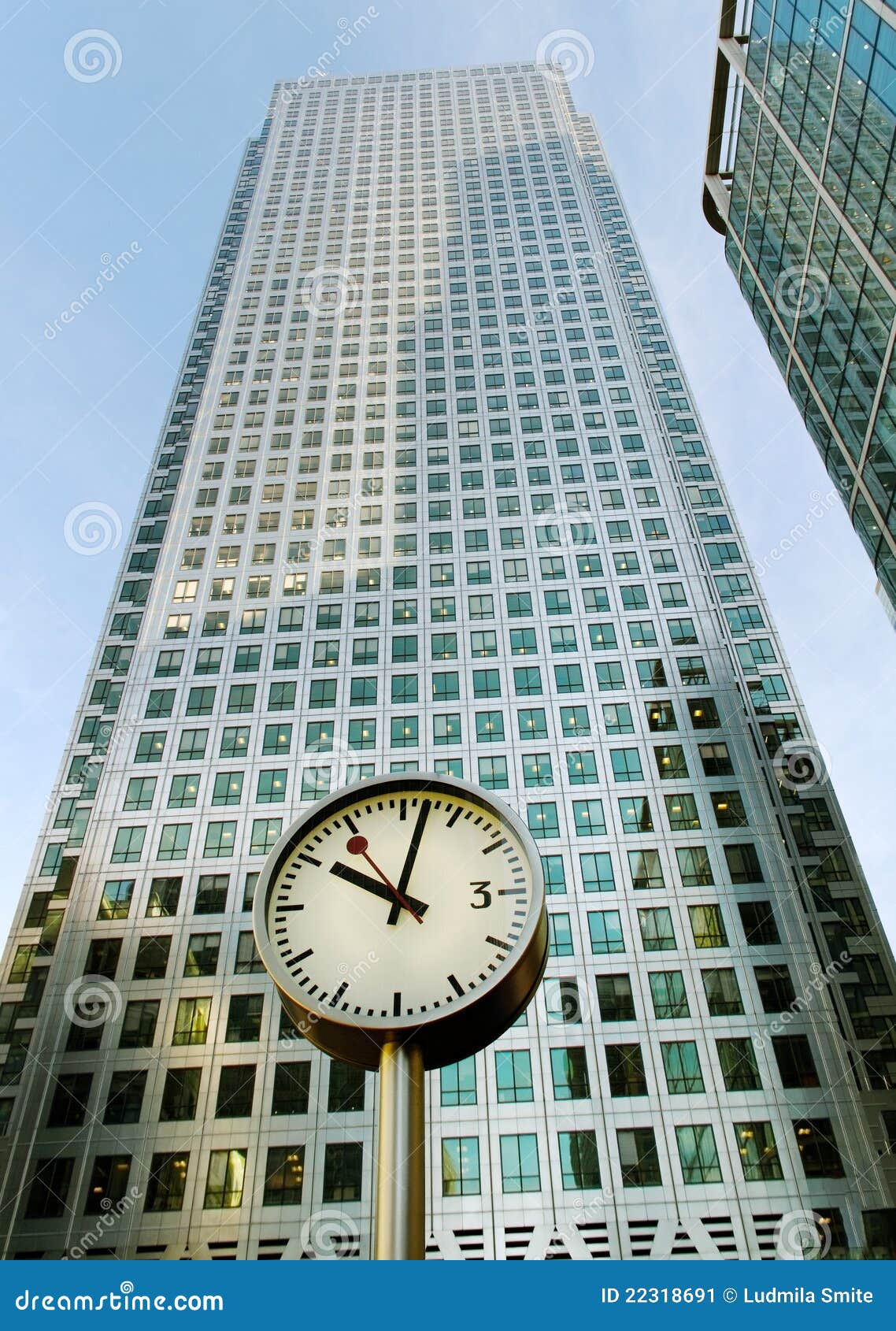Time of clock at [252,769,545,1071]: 10:02
